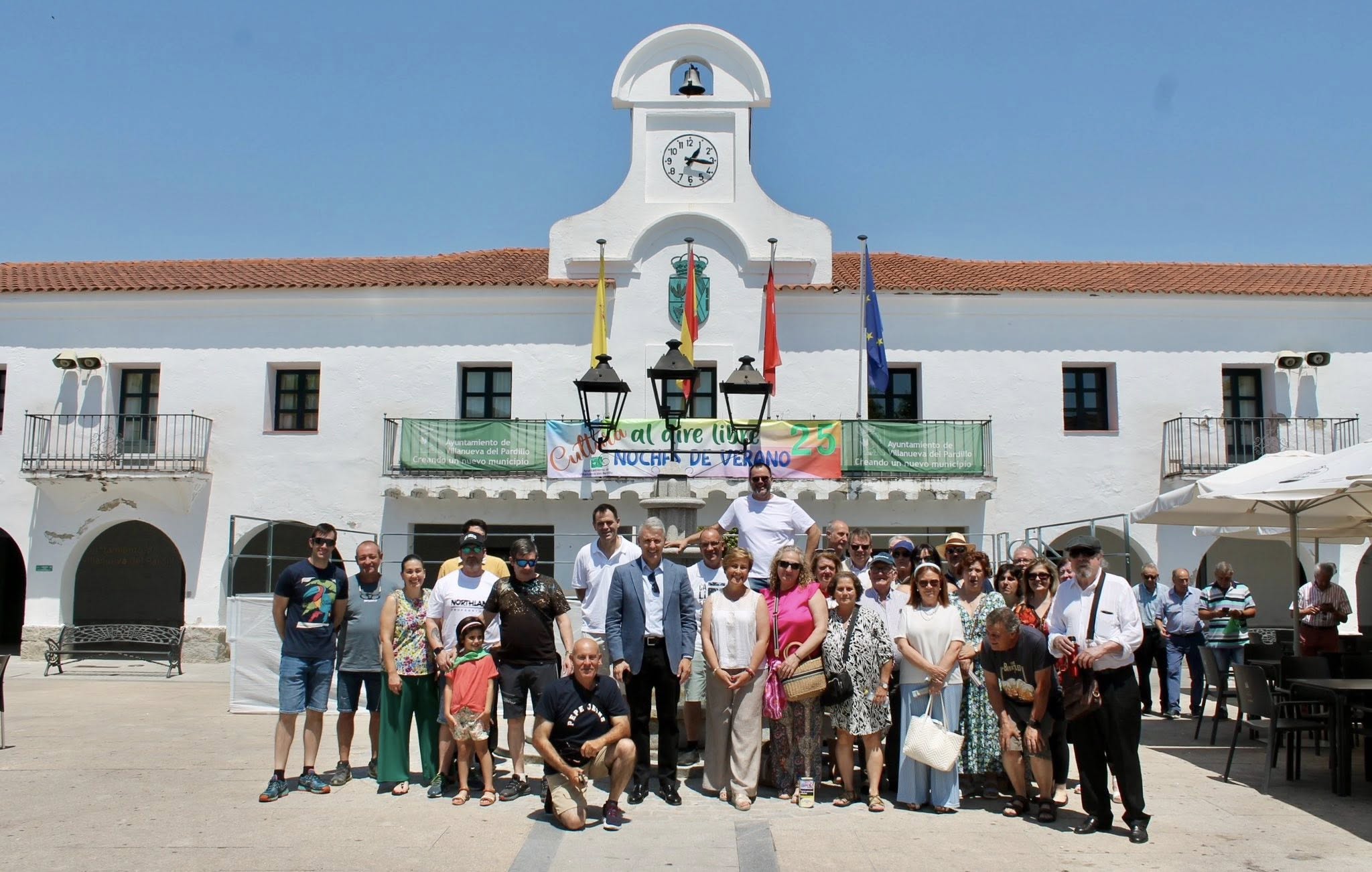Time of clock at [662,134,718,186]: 1:16
